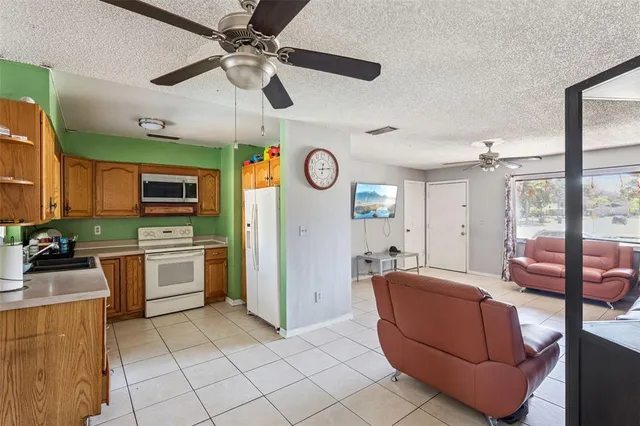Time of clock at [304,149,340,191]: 12:13
